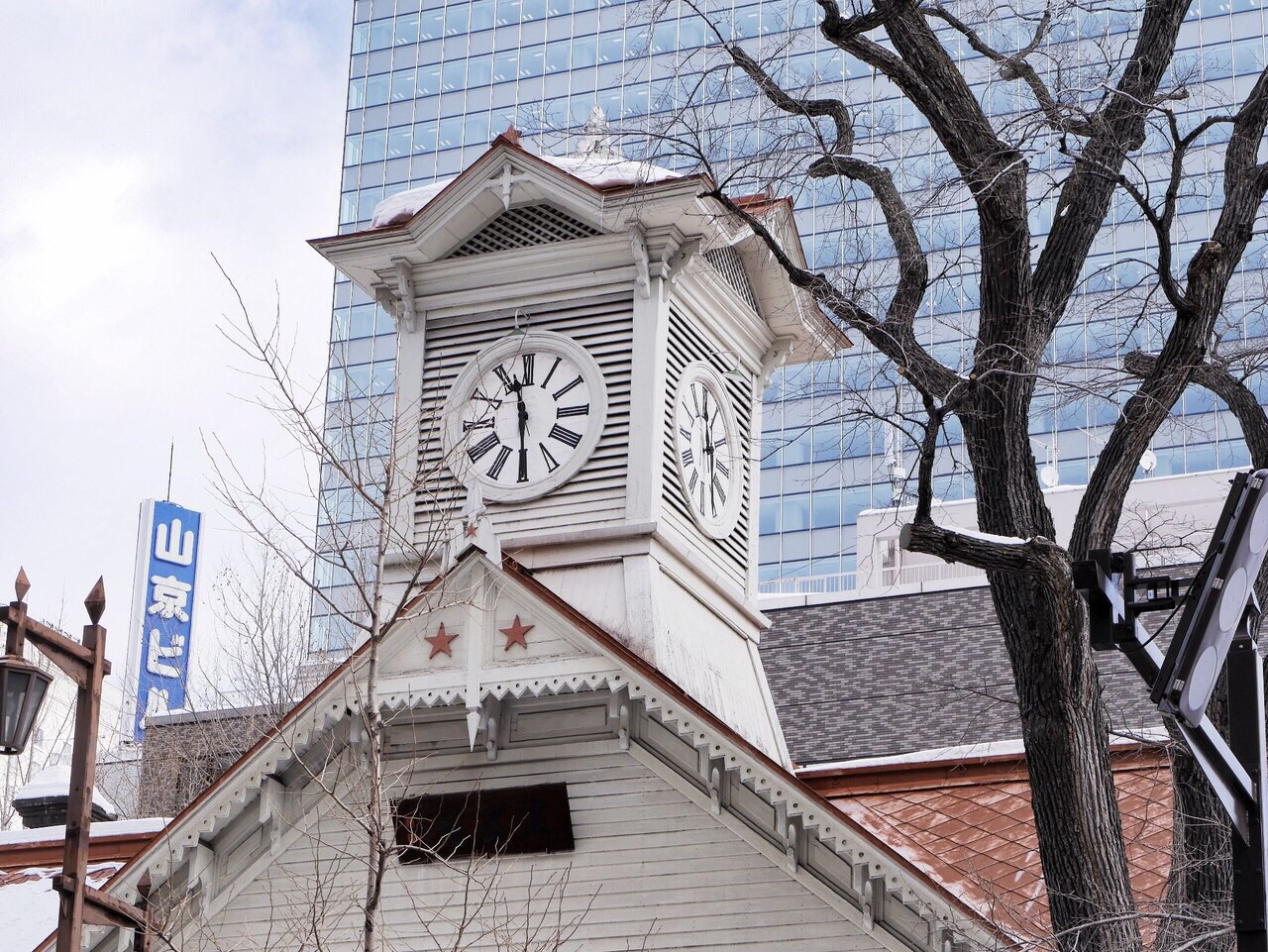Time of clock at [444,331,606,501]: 11:29
